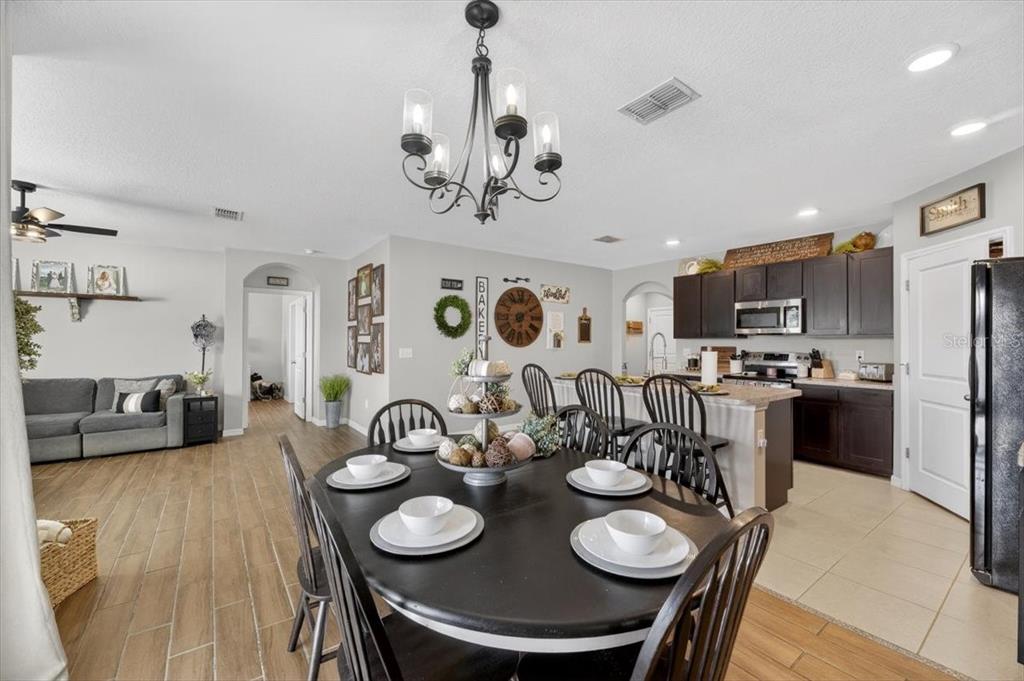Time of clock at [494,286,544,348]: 6:10
